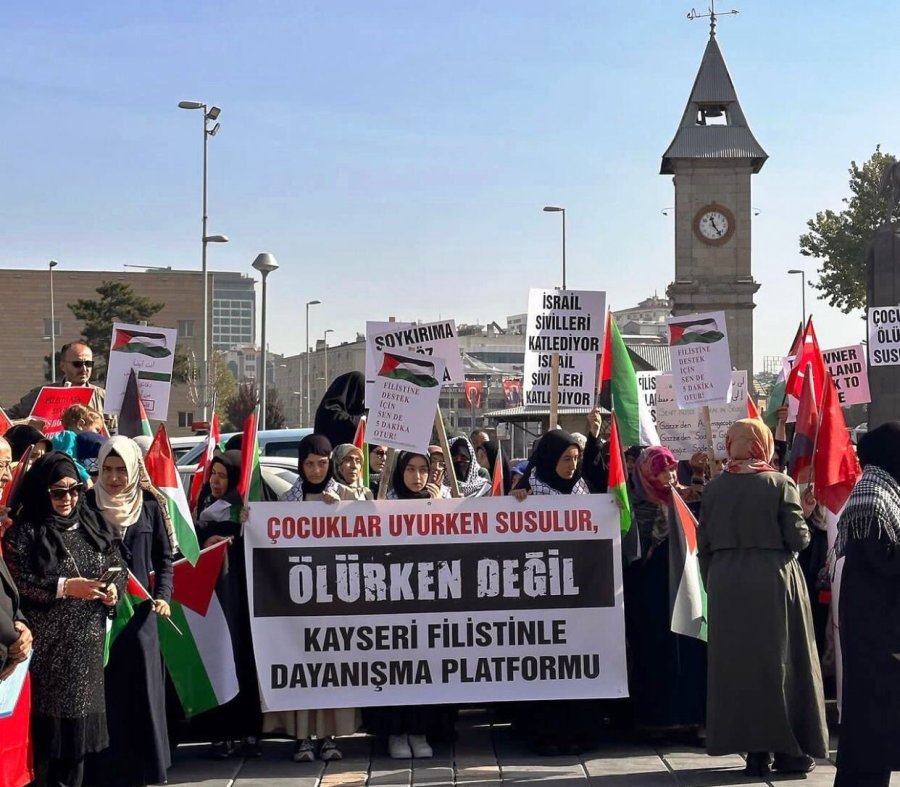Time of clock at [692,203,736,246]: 11:23
